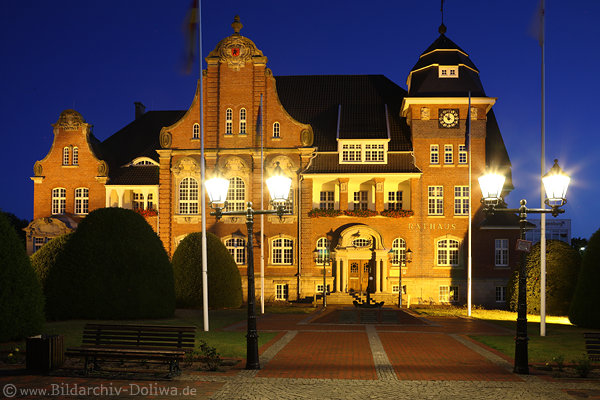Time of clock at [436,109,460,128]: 11:51
